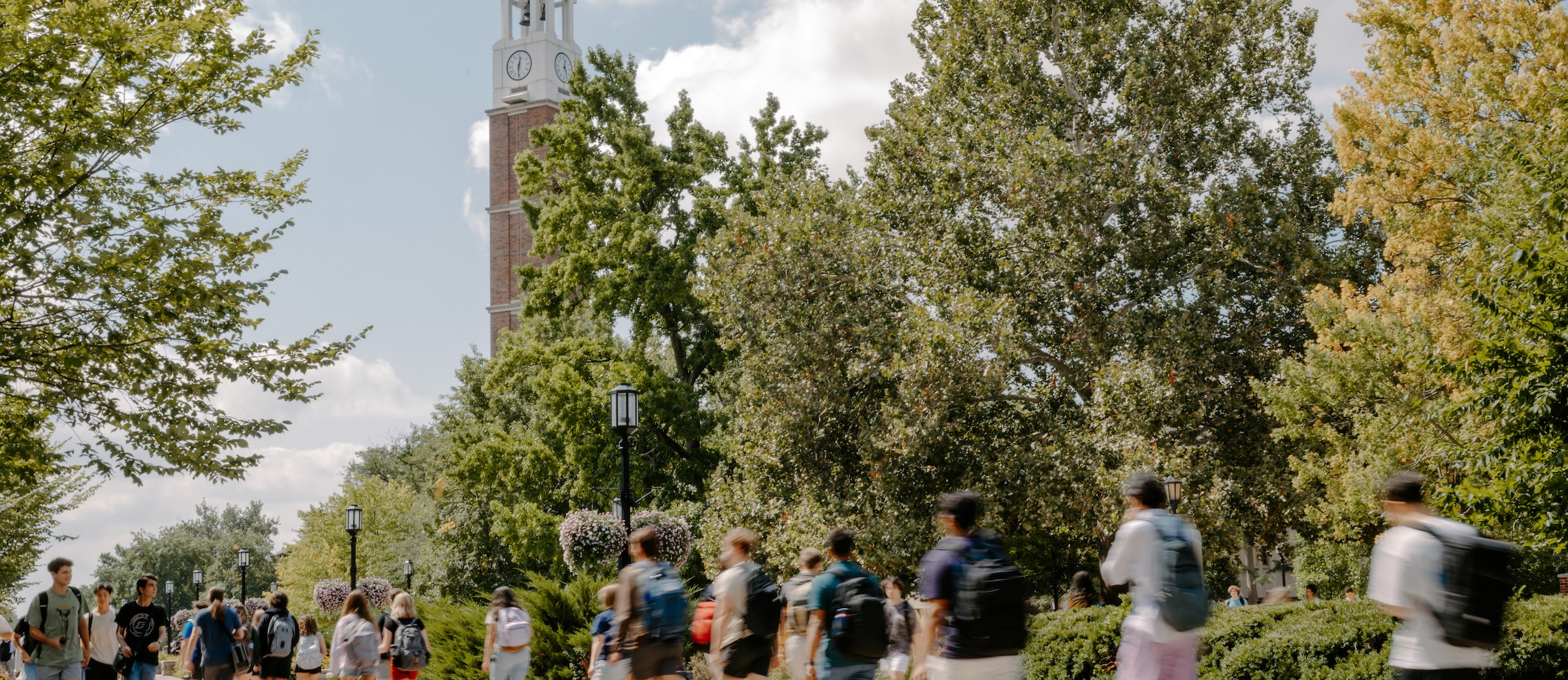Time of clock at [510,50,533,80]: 12:30
